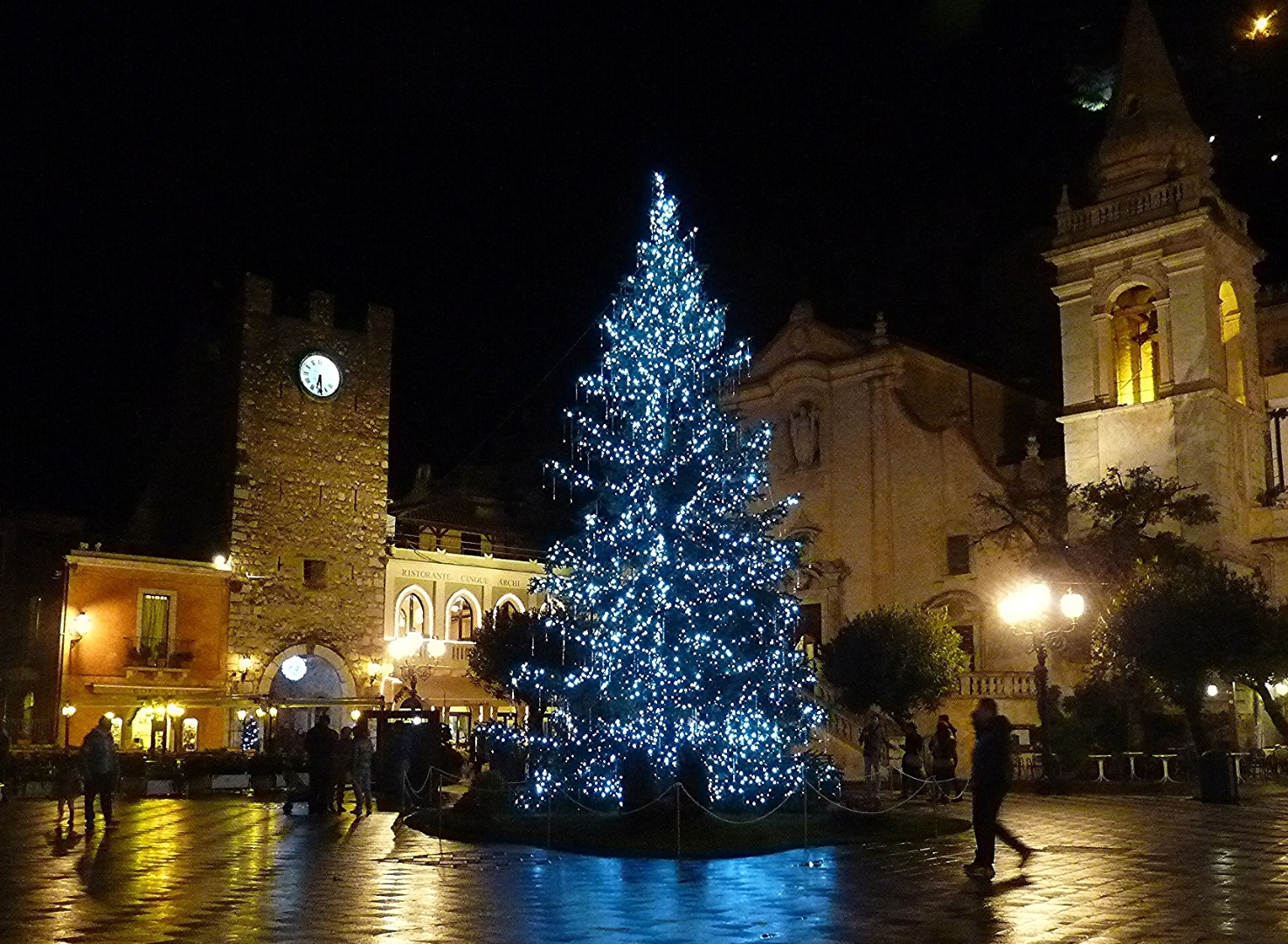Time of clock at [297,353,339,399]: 6:28
